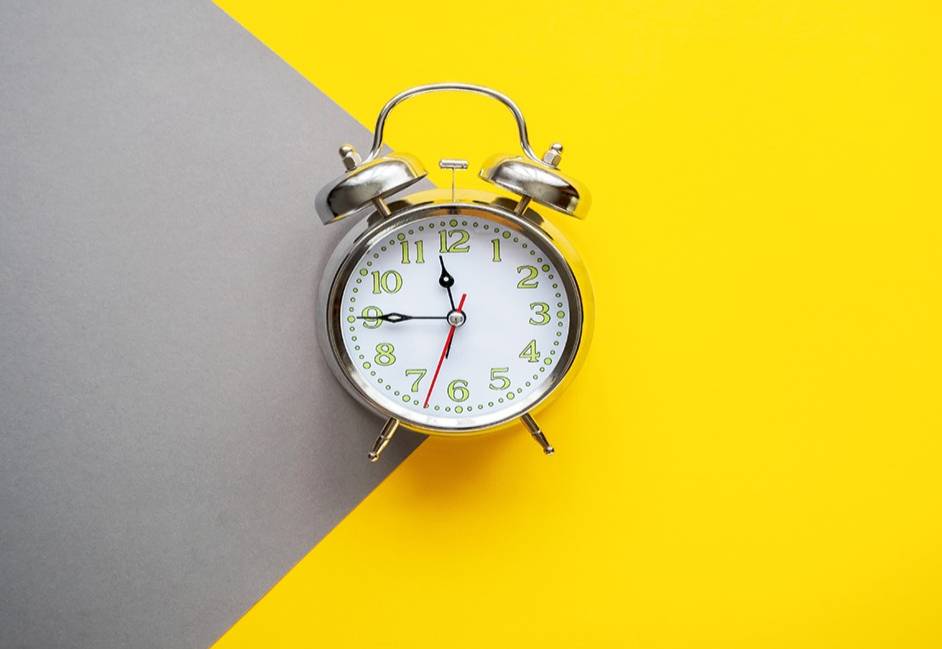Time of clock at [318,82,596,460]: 11:44
